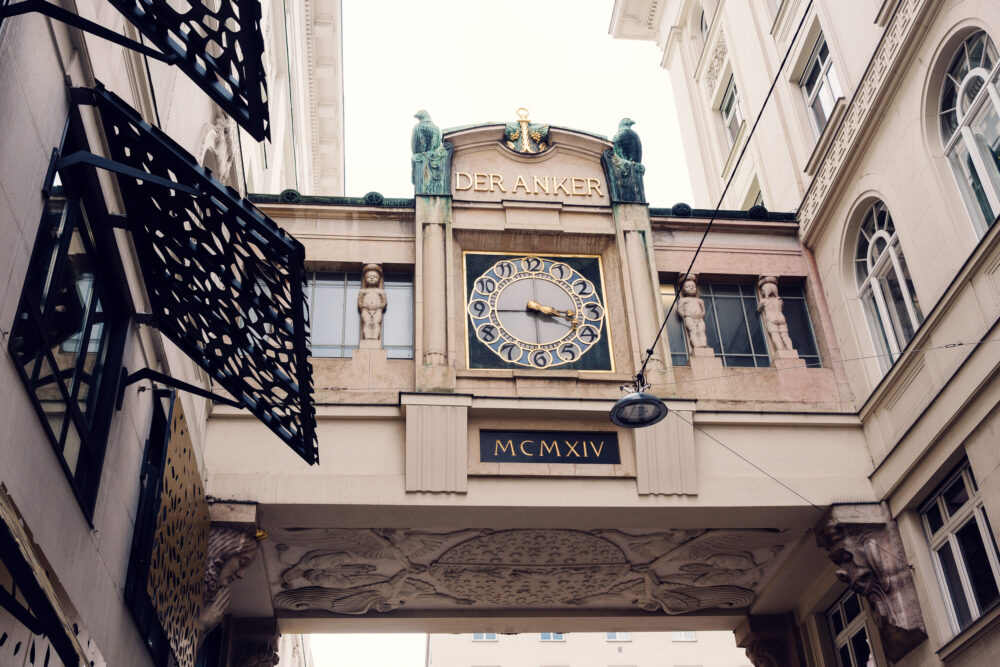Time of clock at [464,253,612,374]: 3:18
